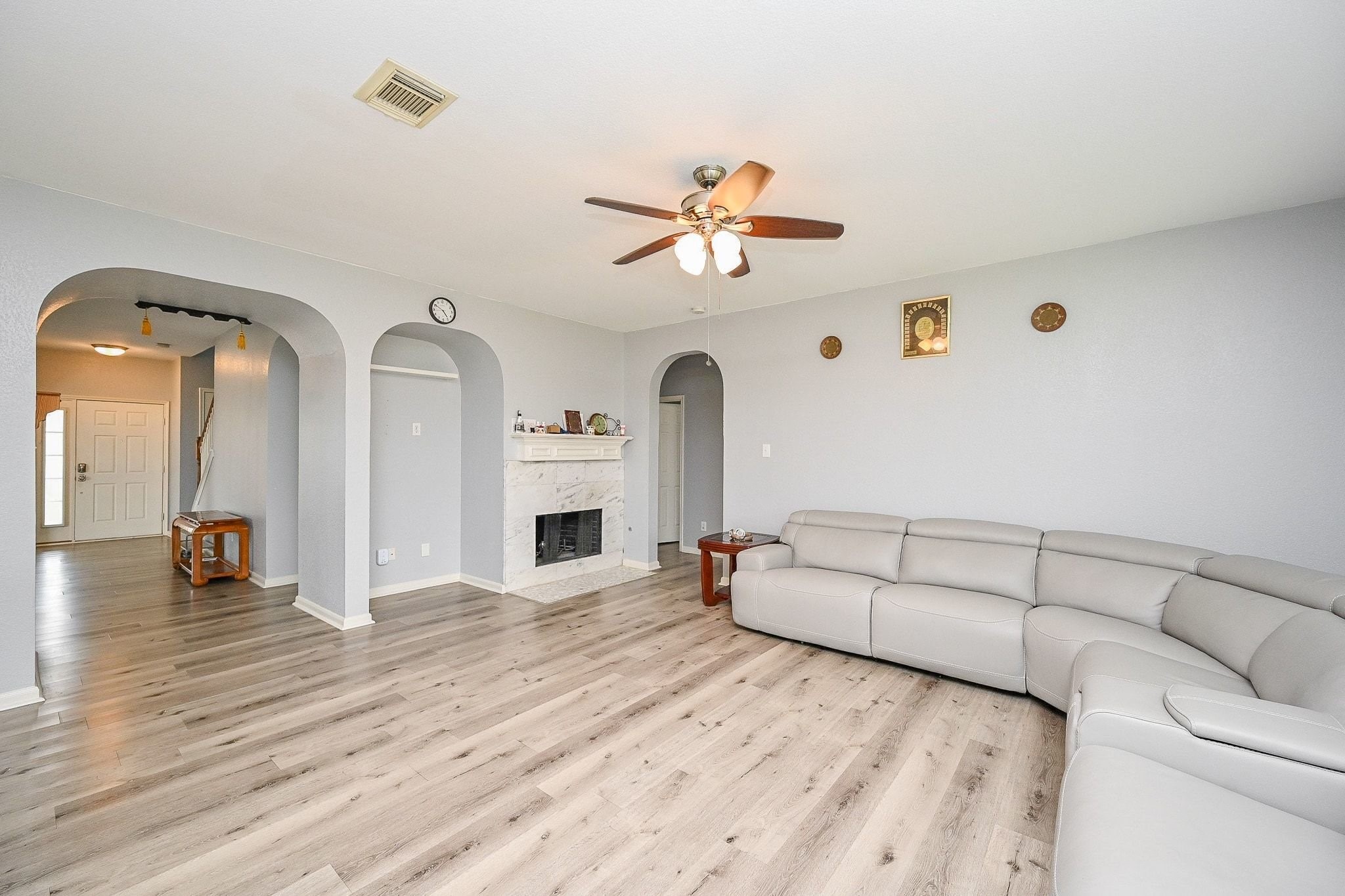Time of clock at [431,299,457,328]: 4:50
